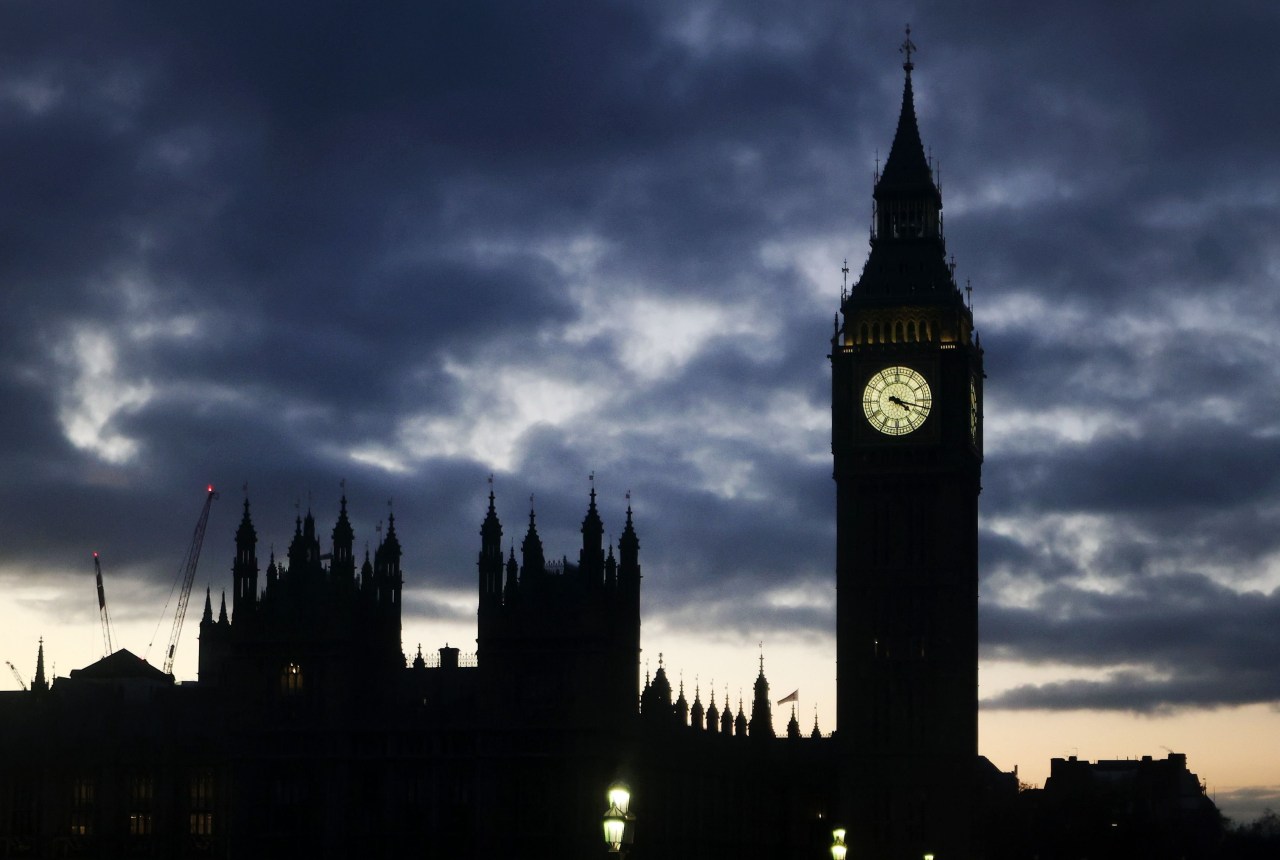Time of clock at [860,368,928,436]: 4:17
